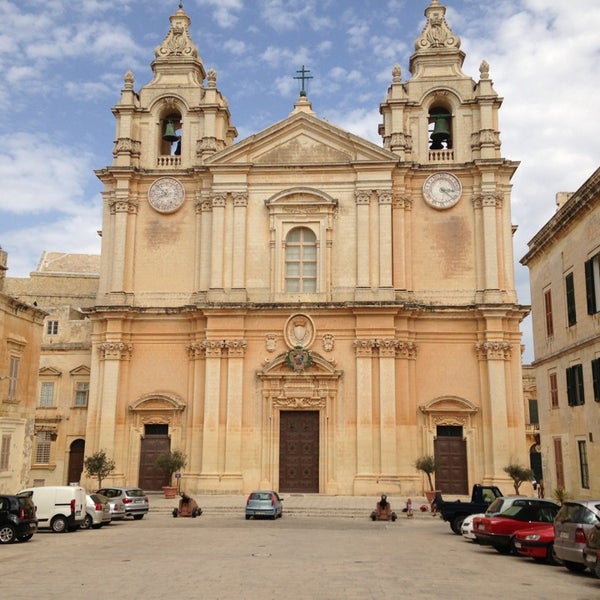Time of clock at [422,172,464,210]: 3:21
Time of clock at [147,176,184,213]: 7:52
